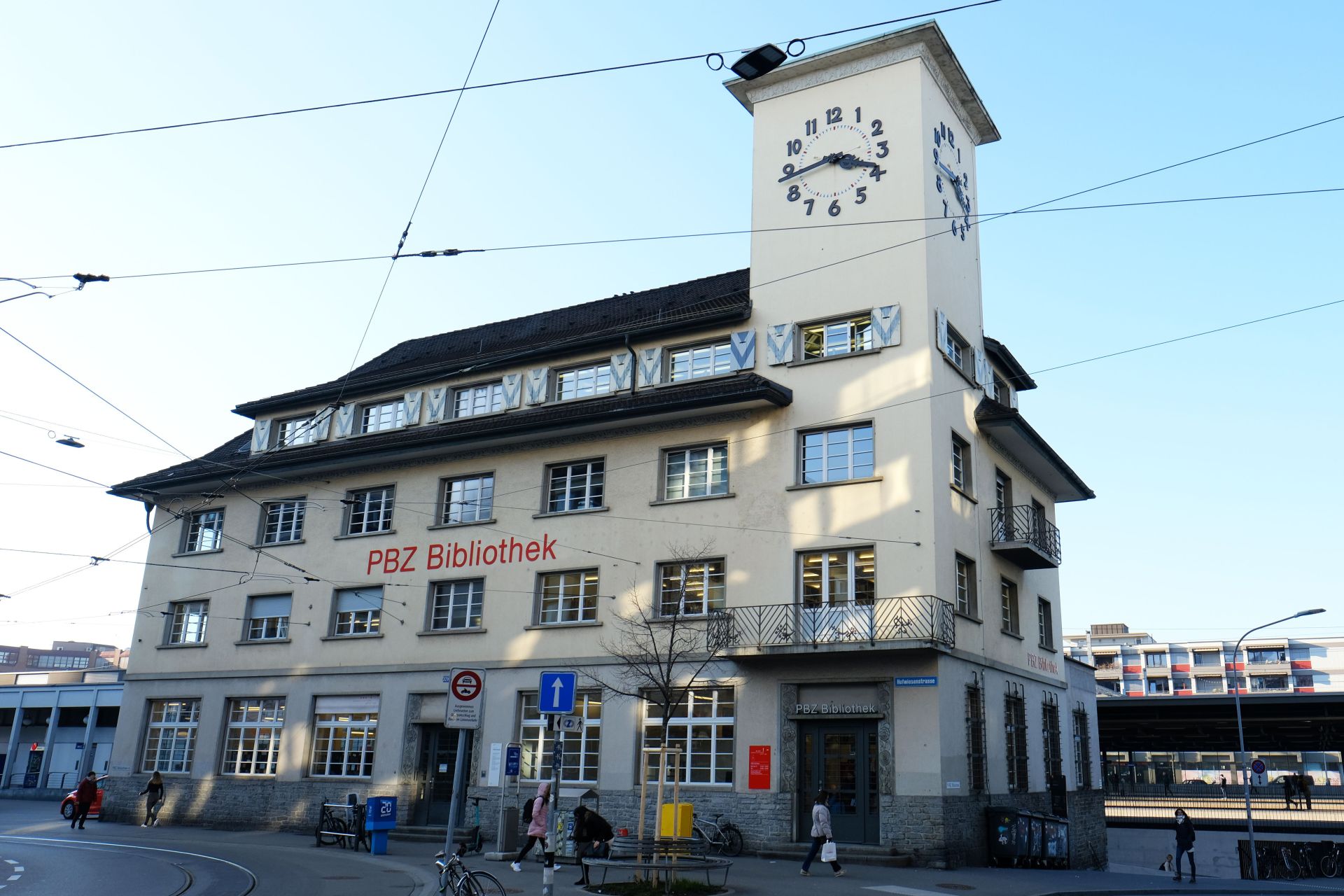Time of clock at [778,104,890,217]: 3:43
